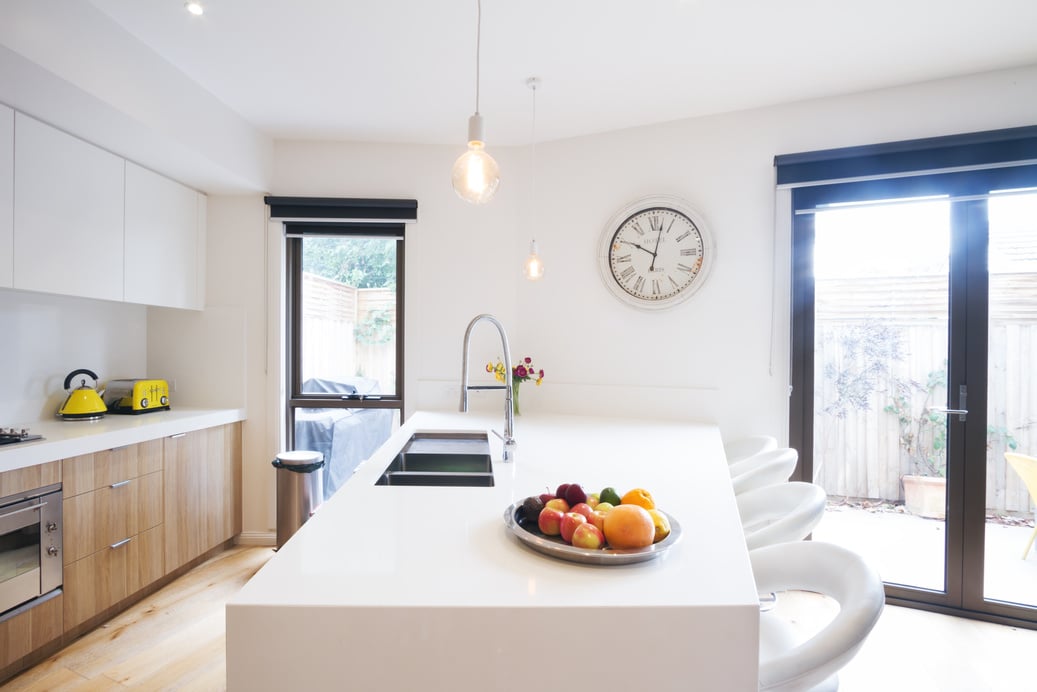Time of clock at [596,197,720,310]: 10:02
